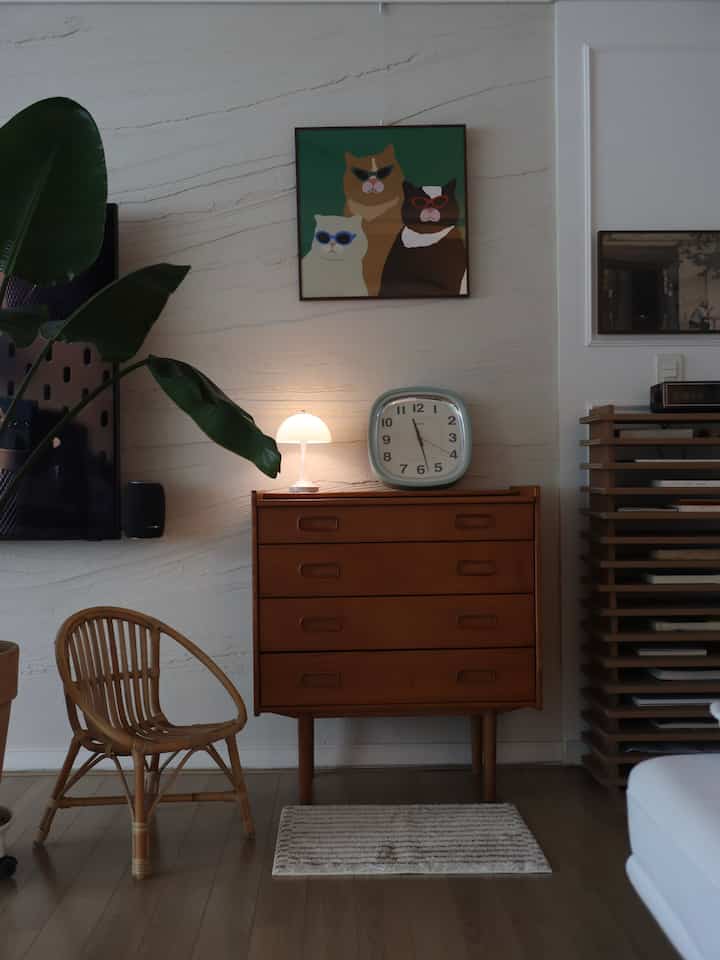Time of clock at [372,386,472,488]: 11:27
